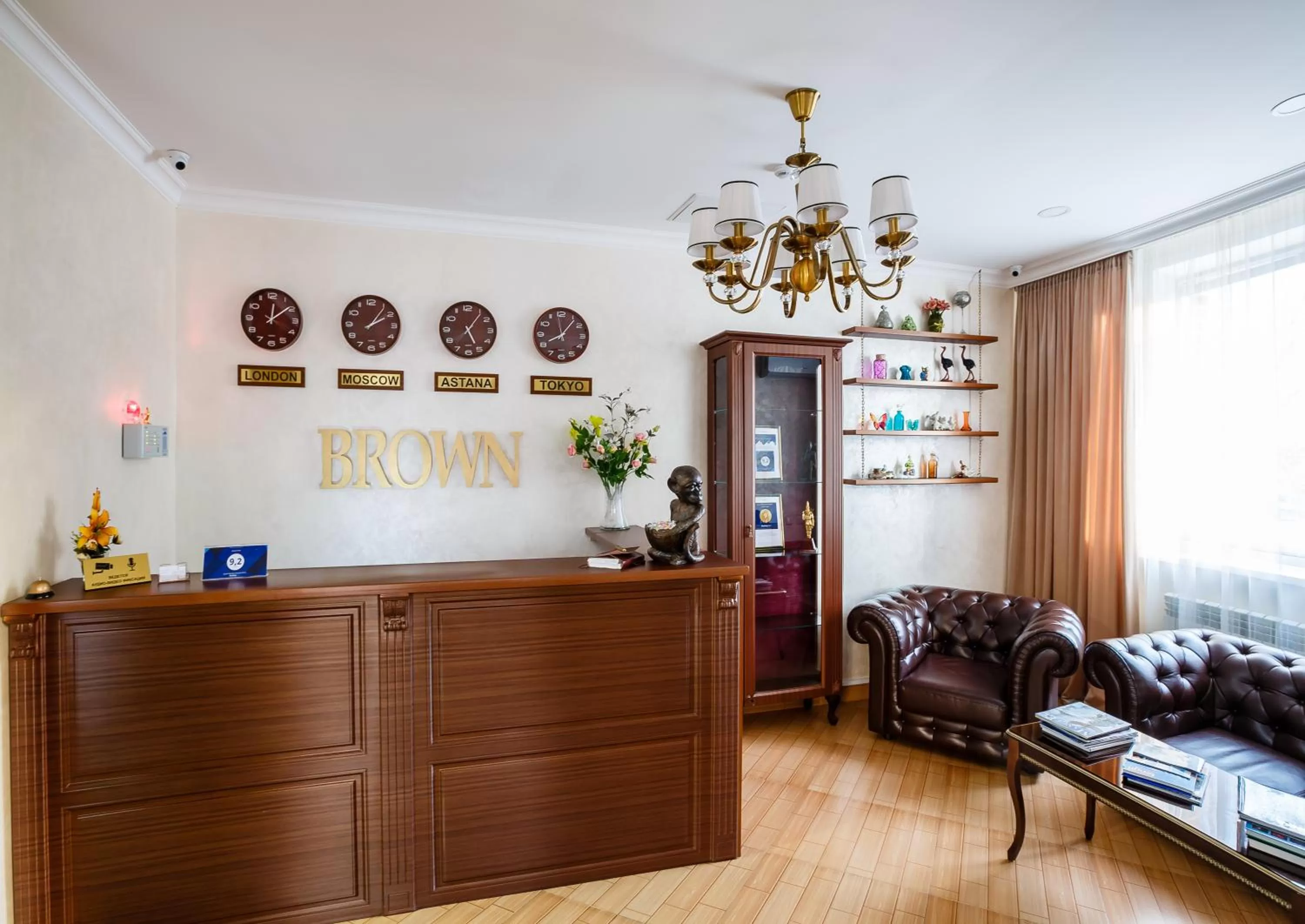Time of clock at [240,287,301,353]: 12:08
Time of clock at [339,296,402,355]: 2:06
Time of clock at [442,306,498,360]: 5:06
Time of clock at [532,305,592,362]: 8:06
